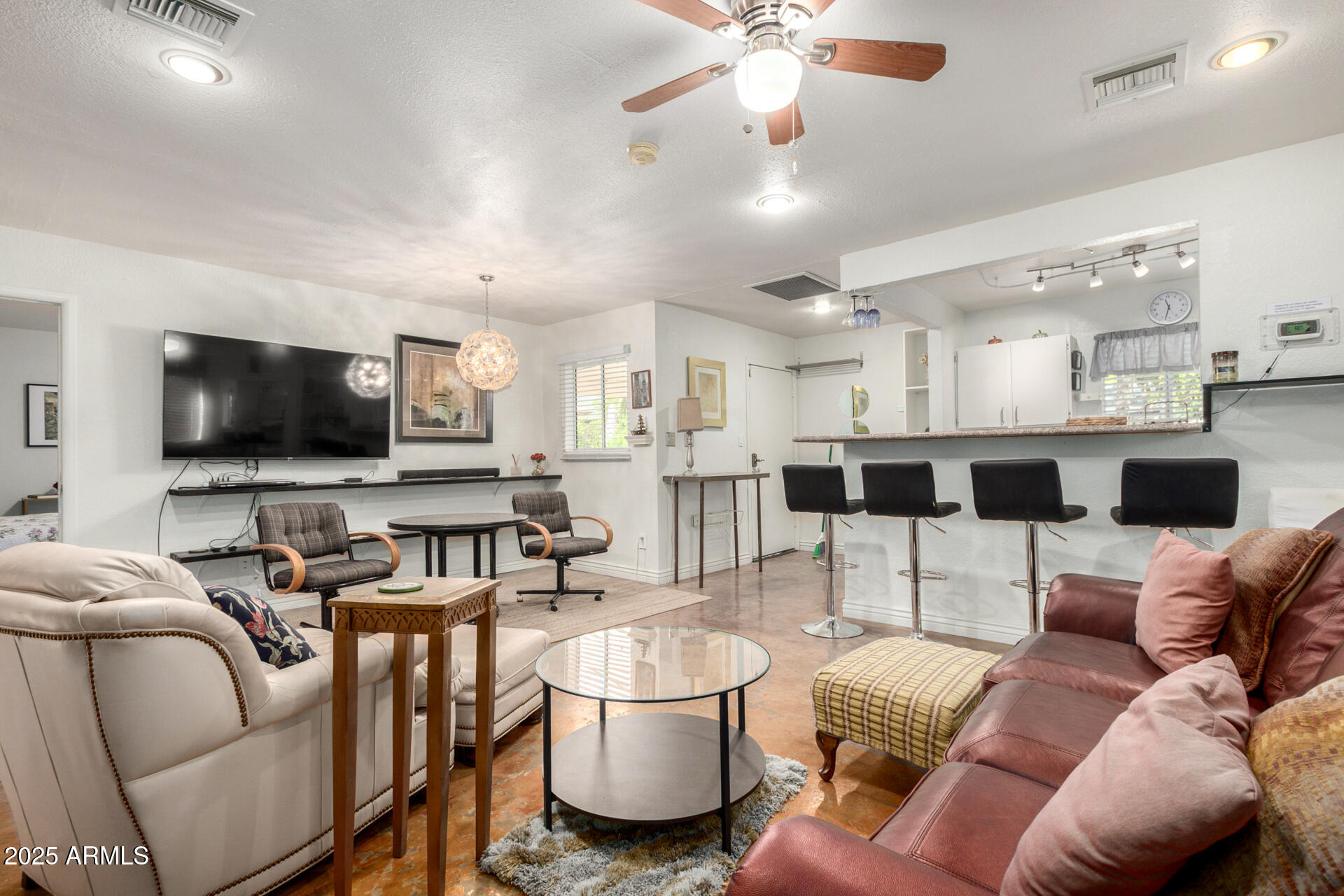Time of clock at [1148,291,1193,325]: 11:32
